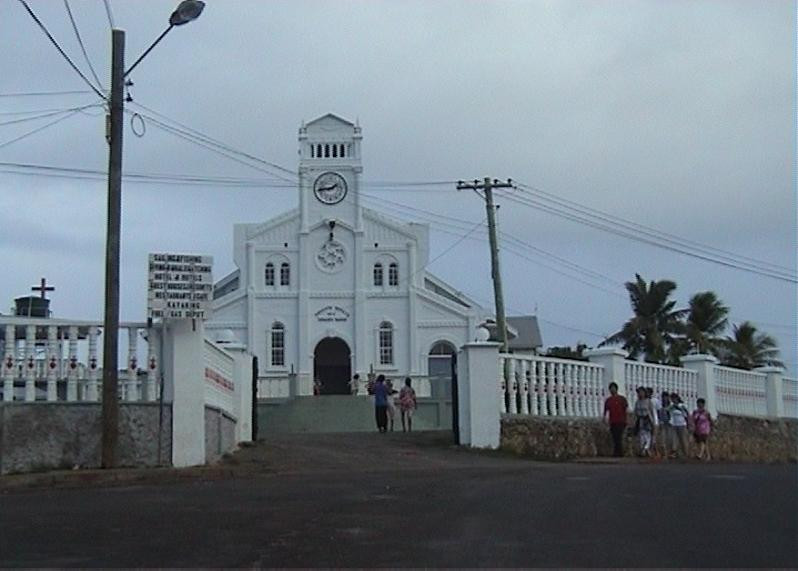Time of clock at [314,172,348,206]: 1:43
